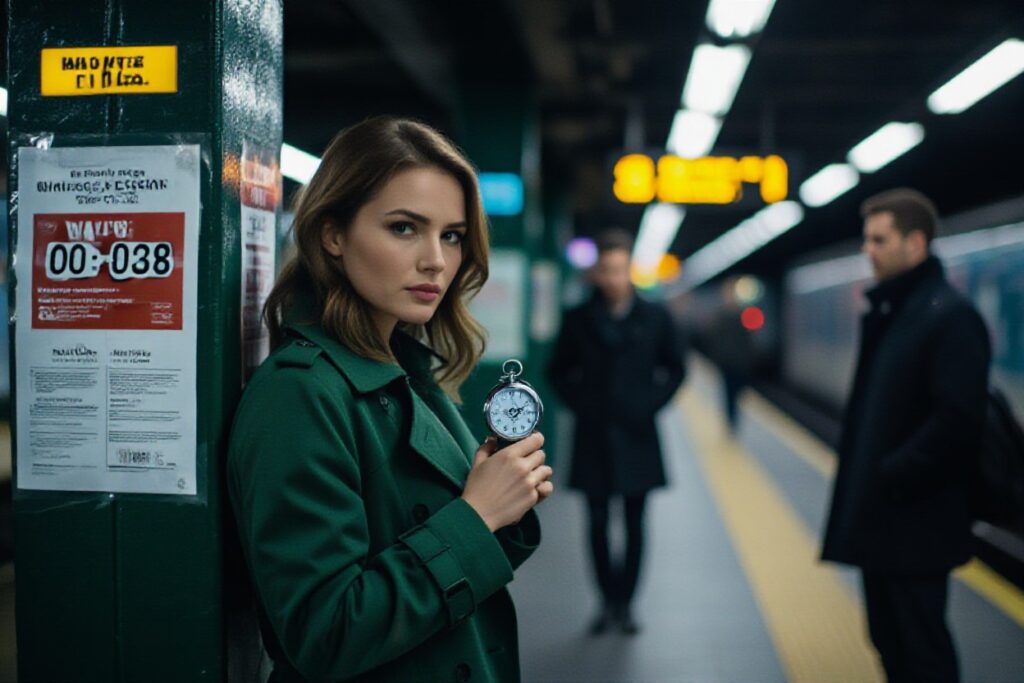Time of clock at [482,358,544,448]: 3:11
